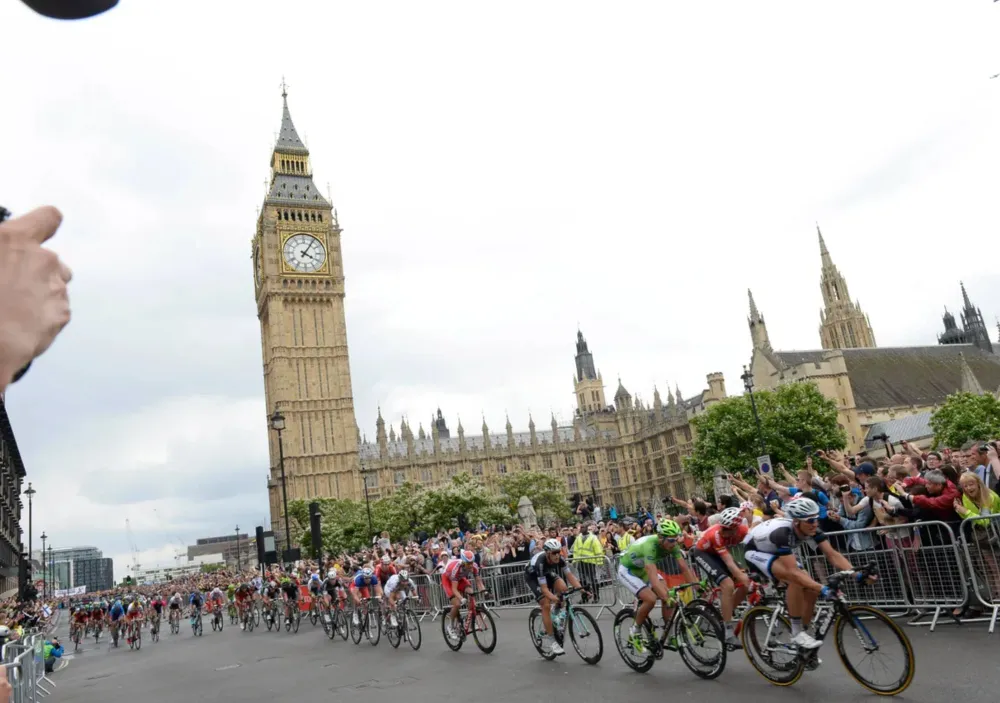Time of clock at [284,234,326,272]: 4:05
